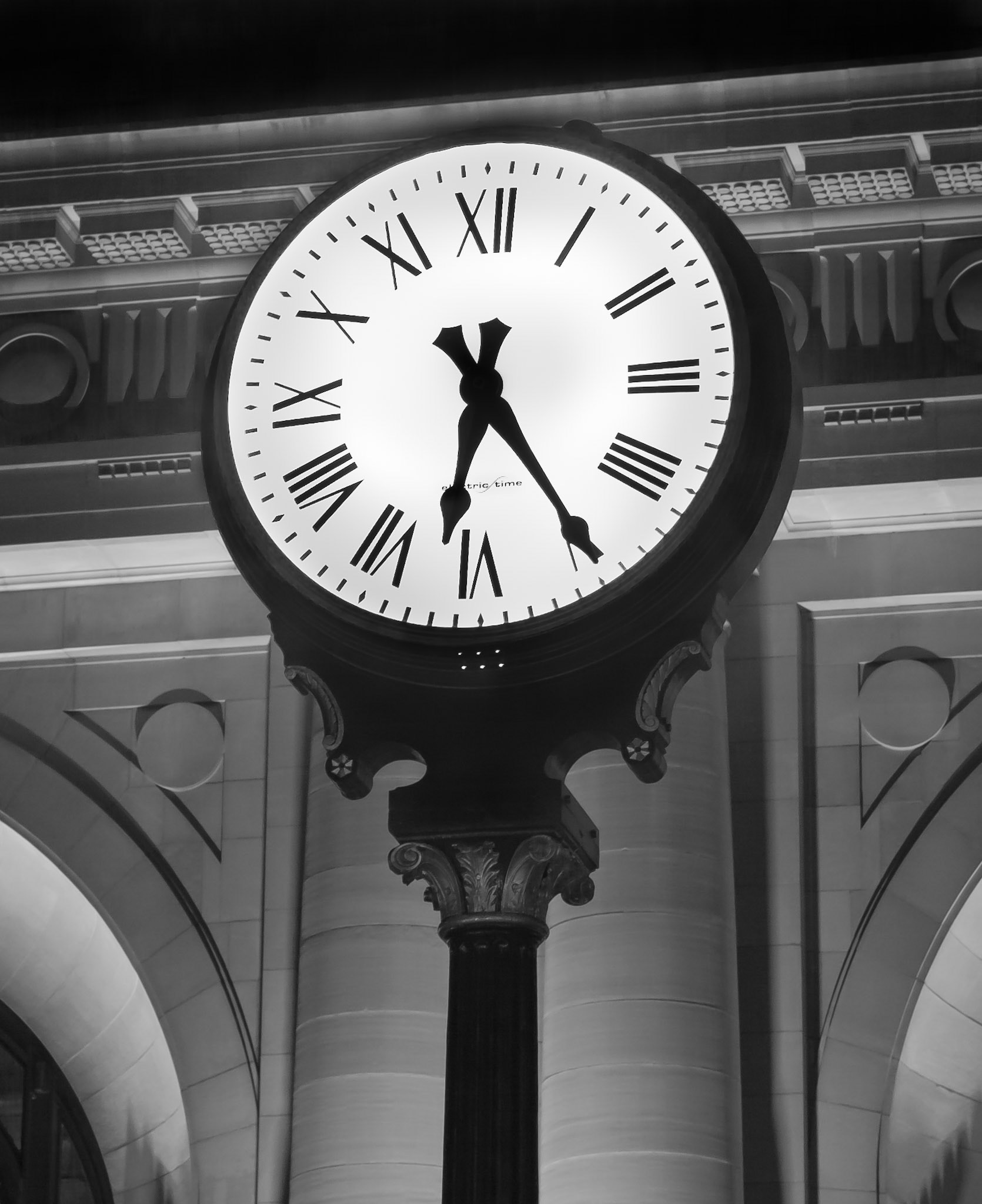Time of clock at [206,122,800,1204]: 6:24
